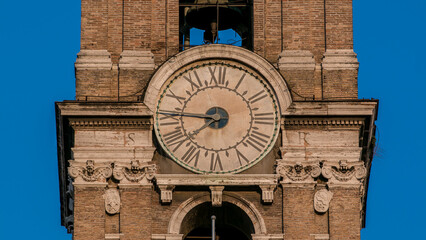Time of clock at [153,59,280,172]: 7:45
